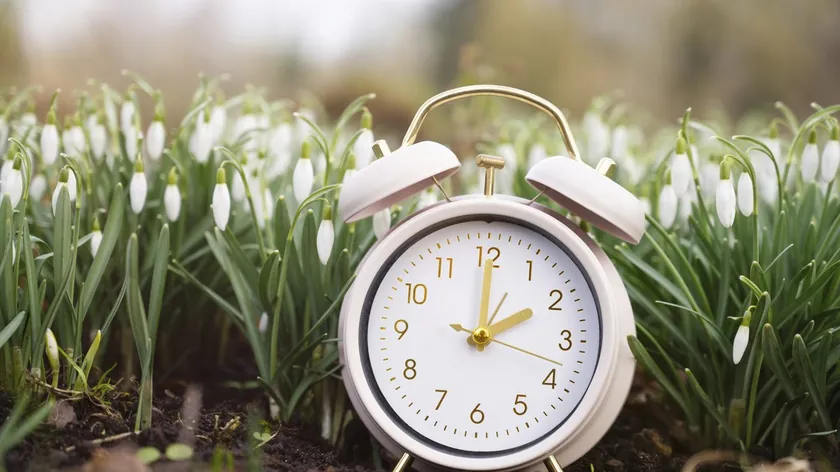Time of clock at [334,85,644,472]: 2:00
